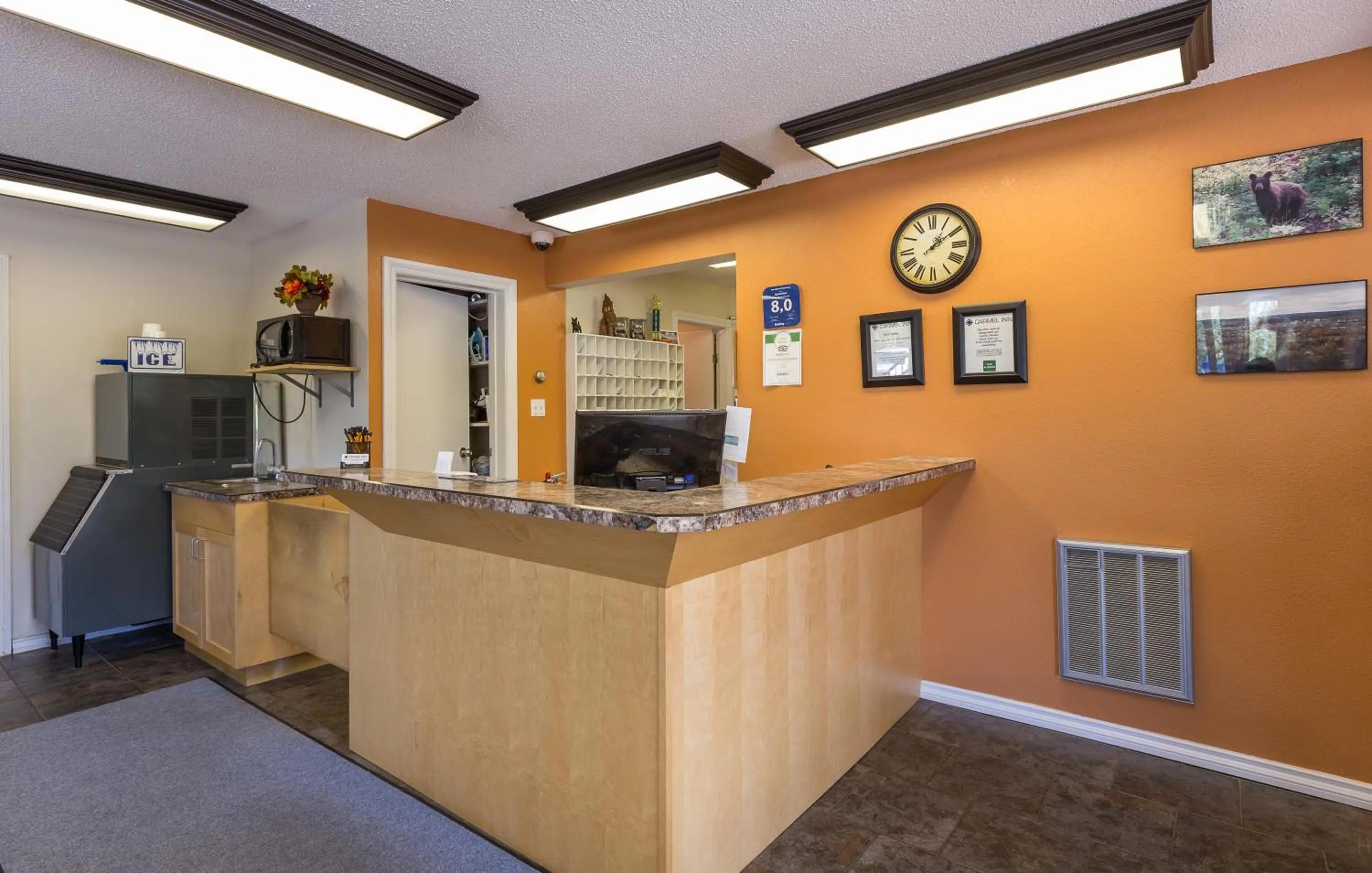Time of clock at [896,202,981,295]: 1:09
